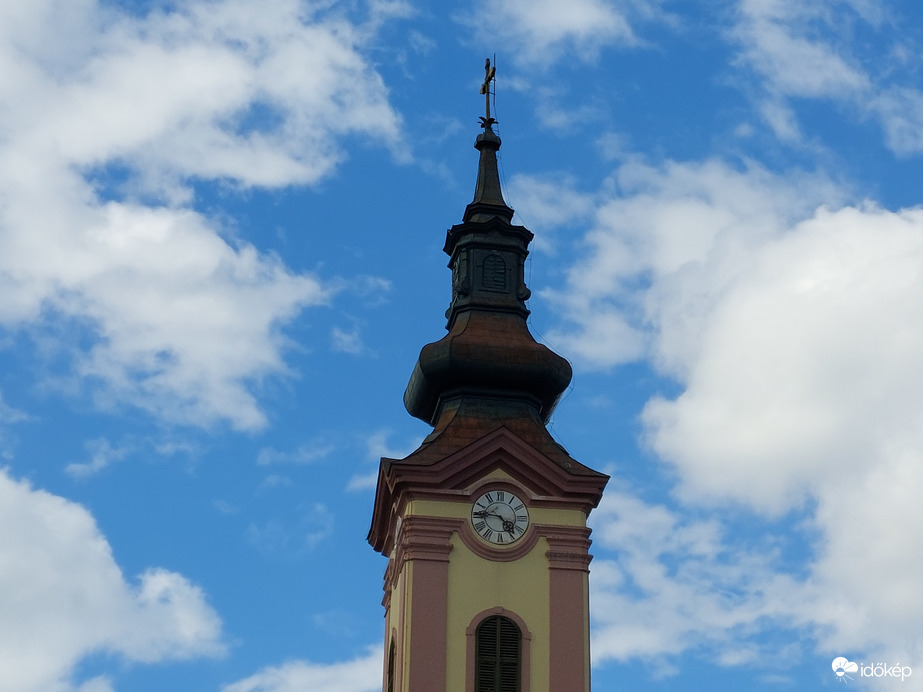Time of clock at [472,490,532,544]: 4:45
